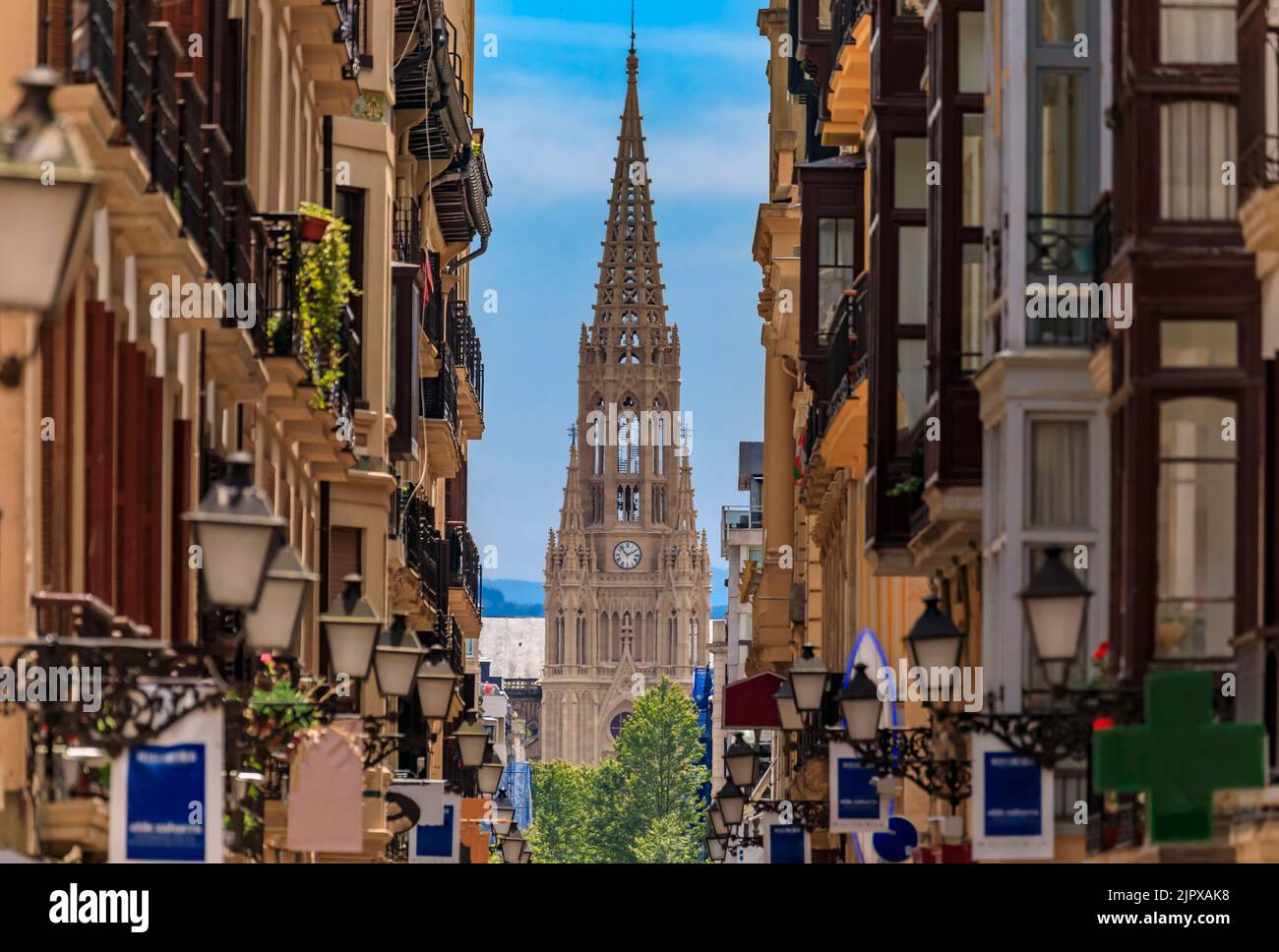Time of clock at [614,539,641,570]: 1:52
